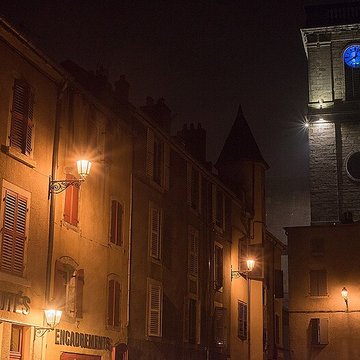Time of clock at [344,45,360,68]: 12:40
